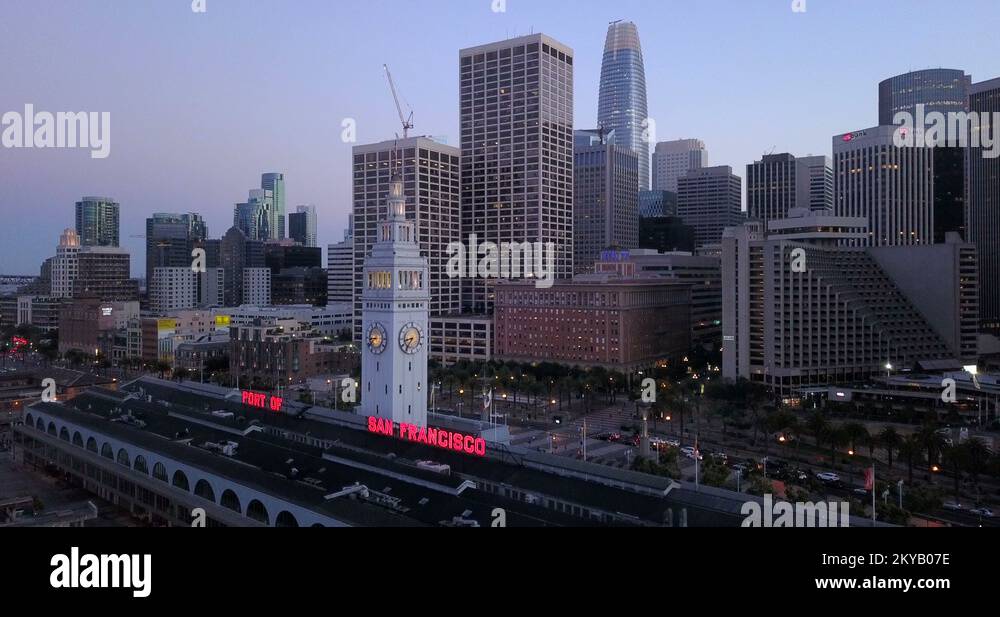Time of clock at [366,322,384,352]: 8:38
